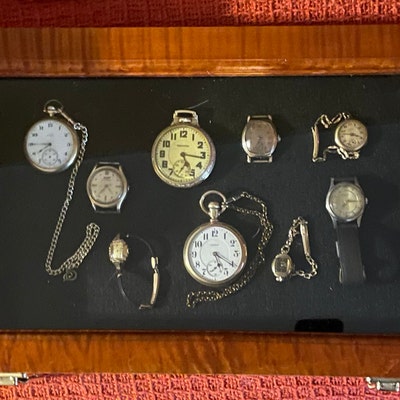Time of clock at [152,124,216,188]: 5:16
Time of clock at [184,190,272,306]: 5:20
